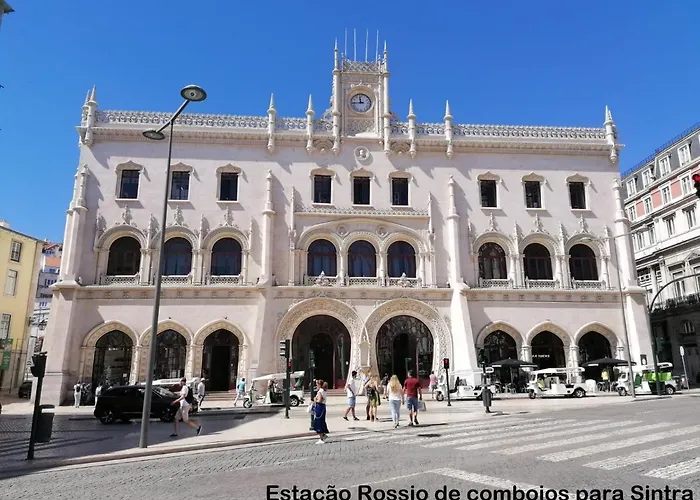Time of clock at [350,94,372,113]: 11:44
